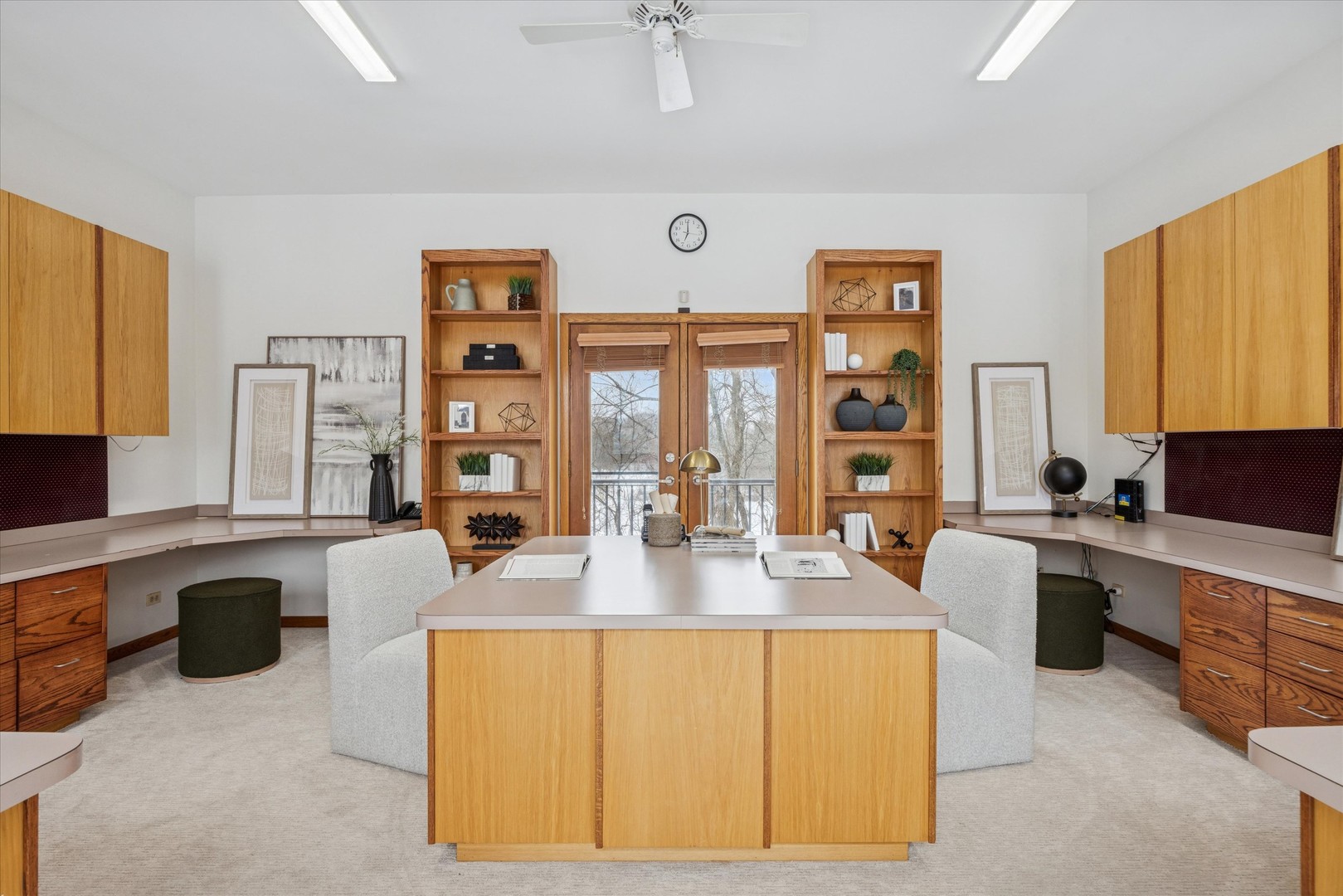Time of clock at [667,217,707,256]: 7:00
